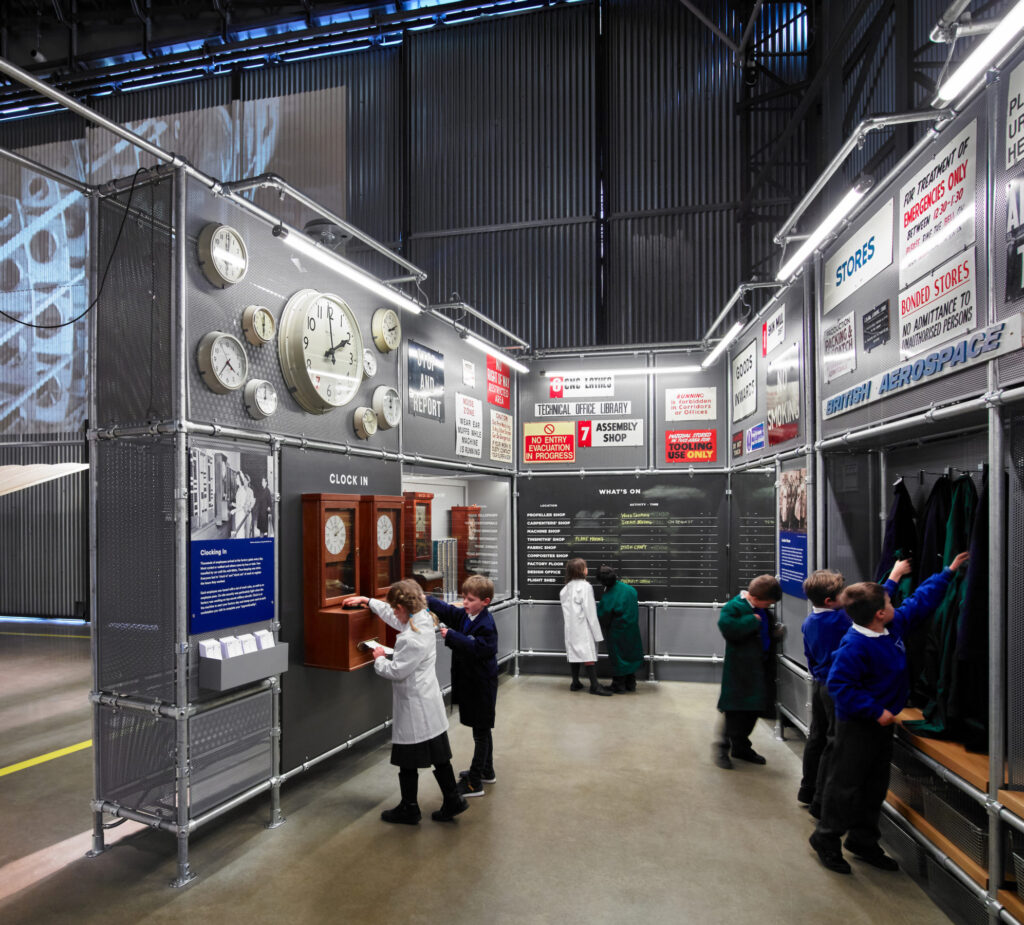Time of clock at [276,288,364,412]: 1:59
